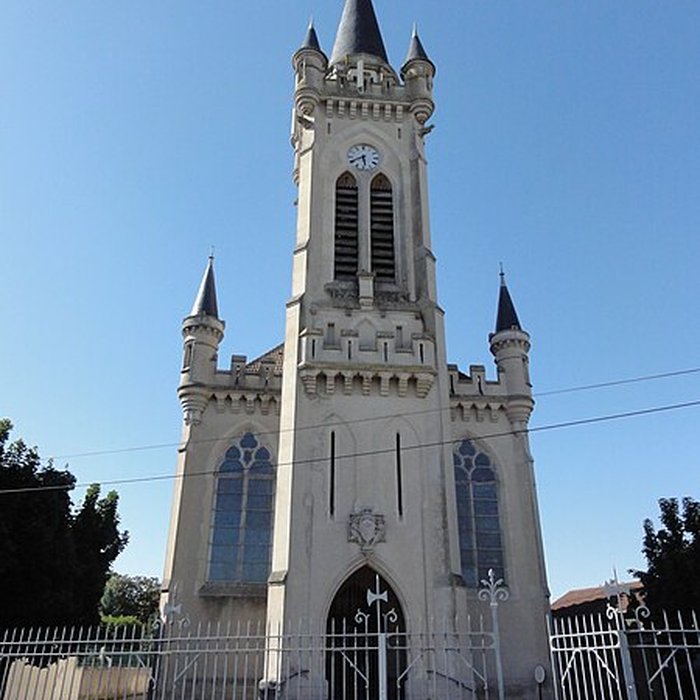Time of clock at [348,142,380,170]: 5:40
